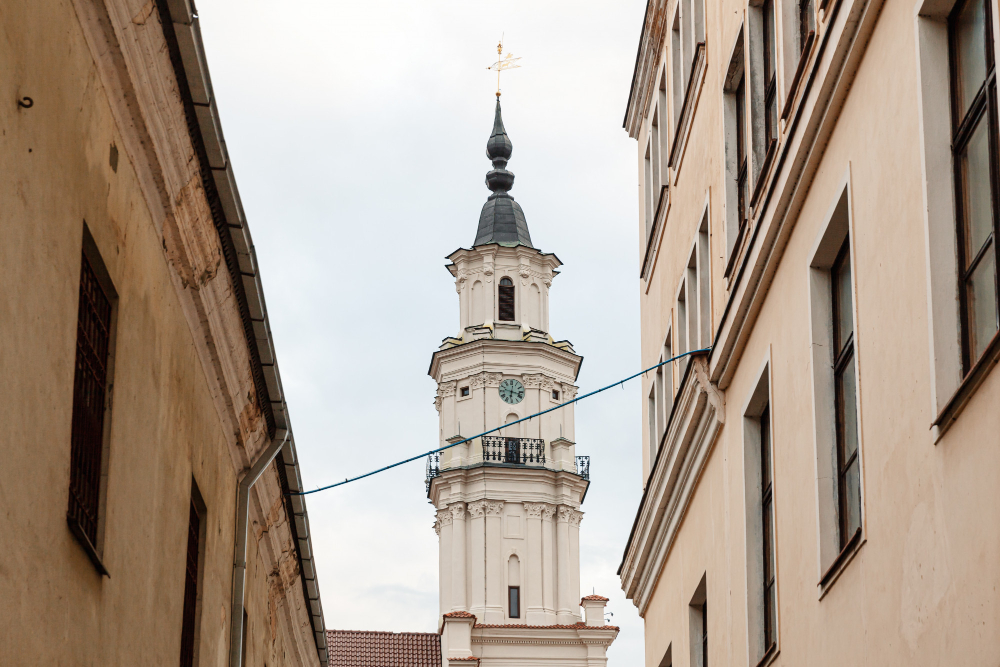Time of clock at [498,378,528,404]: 6:17
